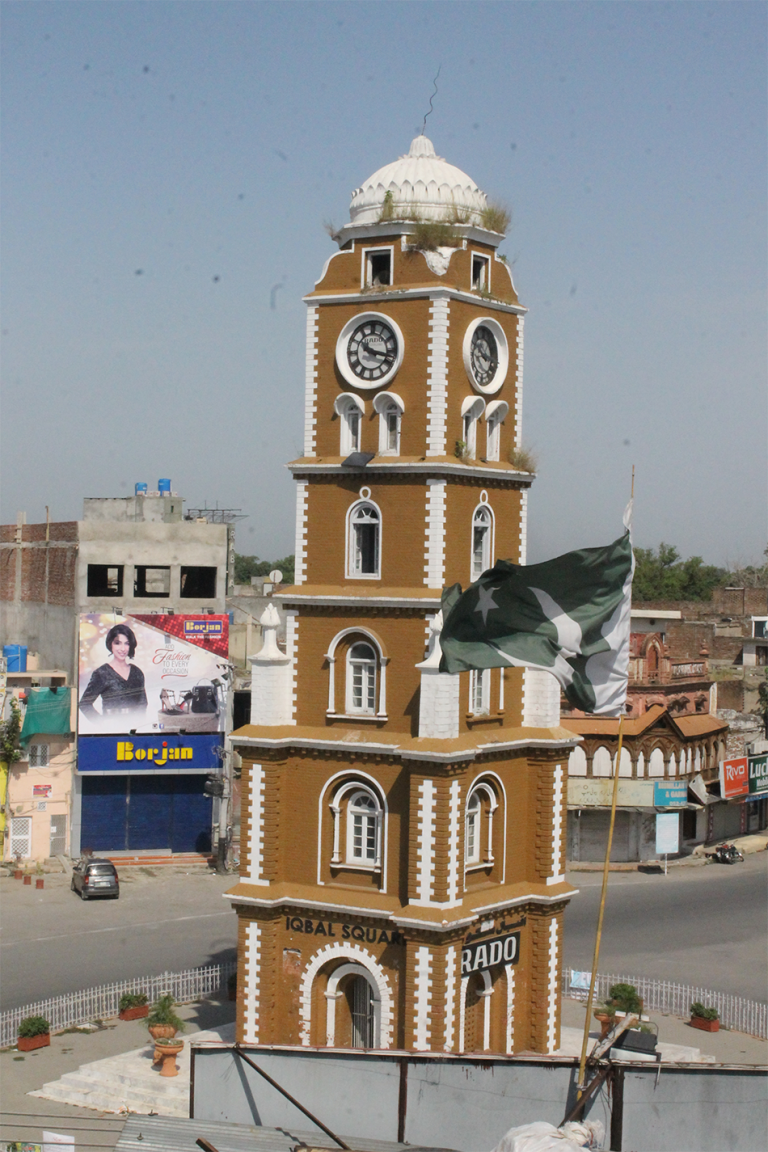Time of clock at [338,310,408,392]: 10:17
